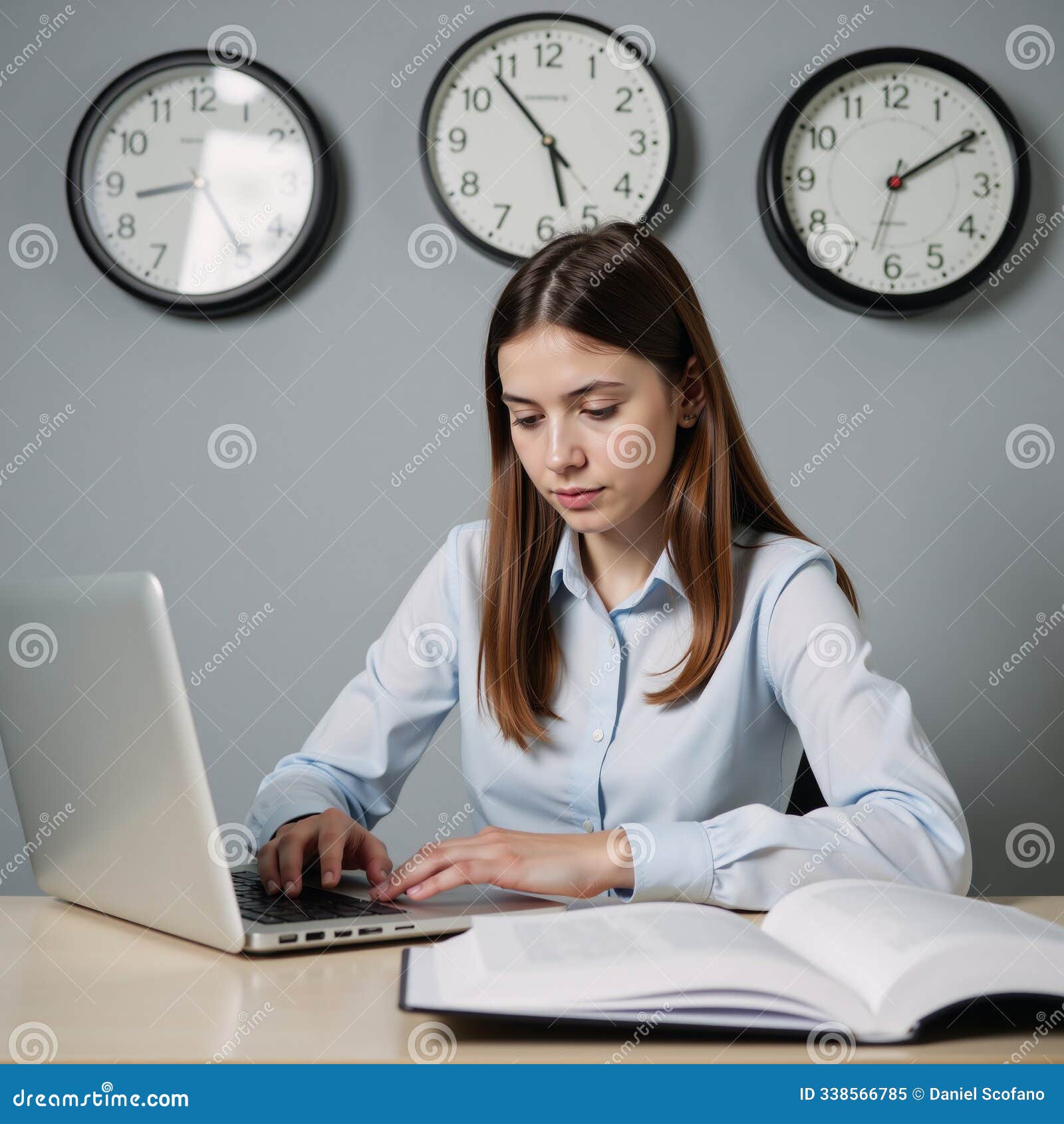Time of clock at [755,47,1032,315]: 2:09
